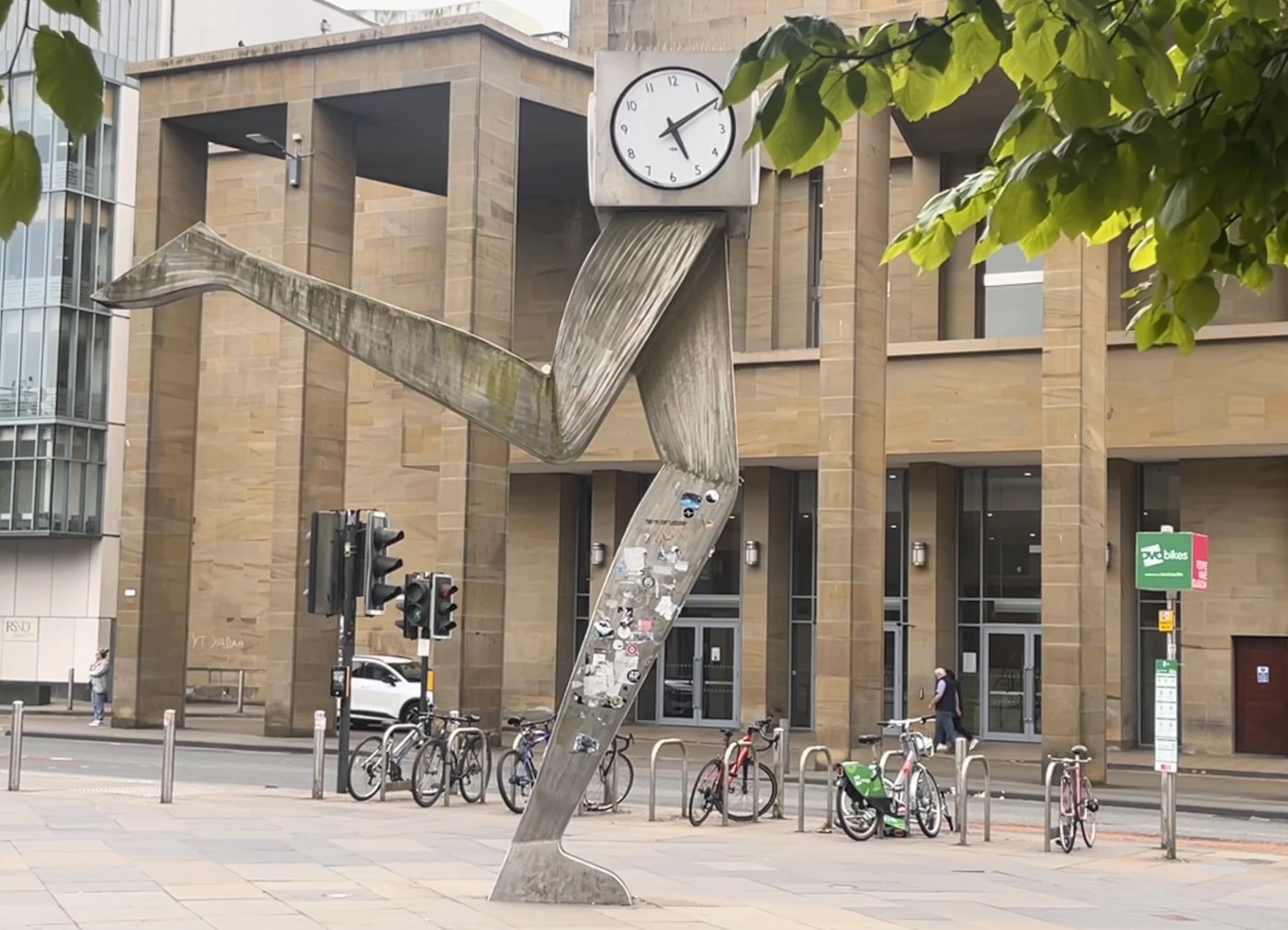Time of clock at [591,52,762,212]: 5:09
